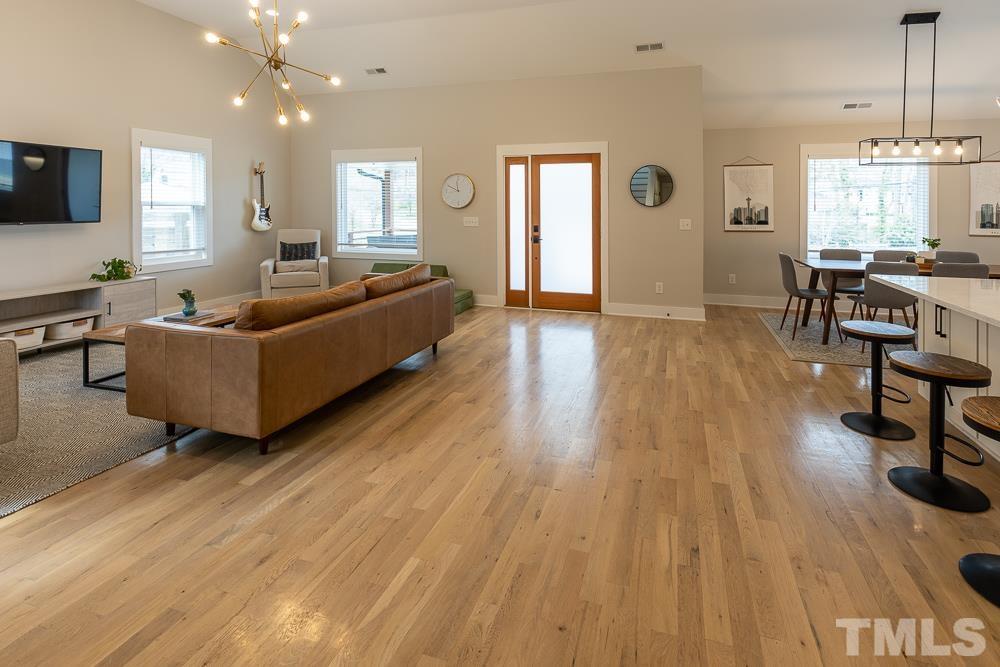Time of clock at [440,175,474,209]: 11:49
